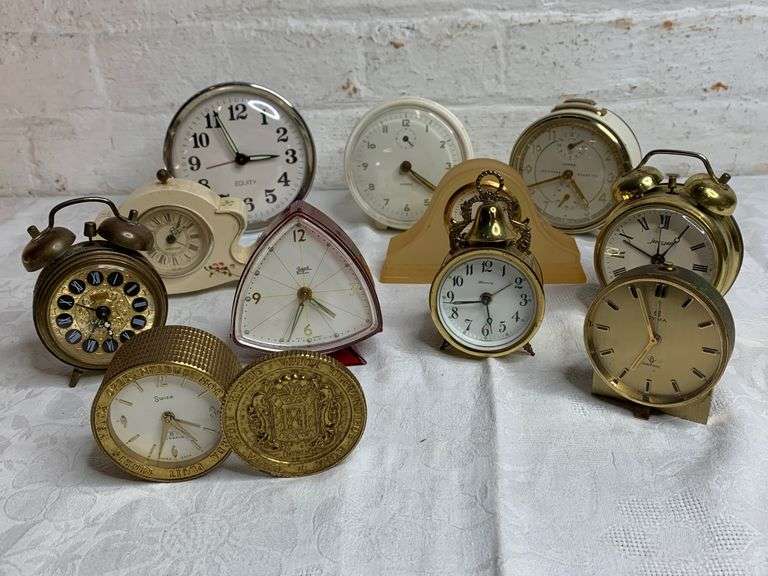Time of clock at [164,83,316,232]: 2:55
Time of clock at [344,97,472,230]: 4:20
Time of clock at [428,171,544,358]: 5:43
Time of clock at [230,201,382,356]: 4:33
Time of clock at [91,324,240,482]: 4:33
